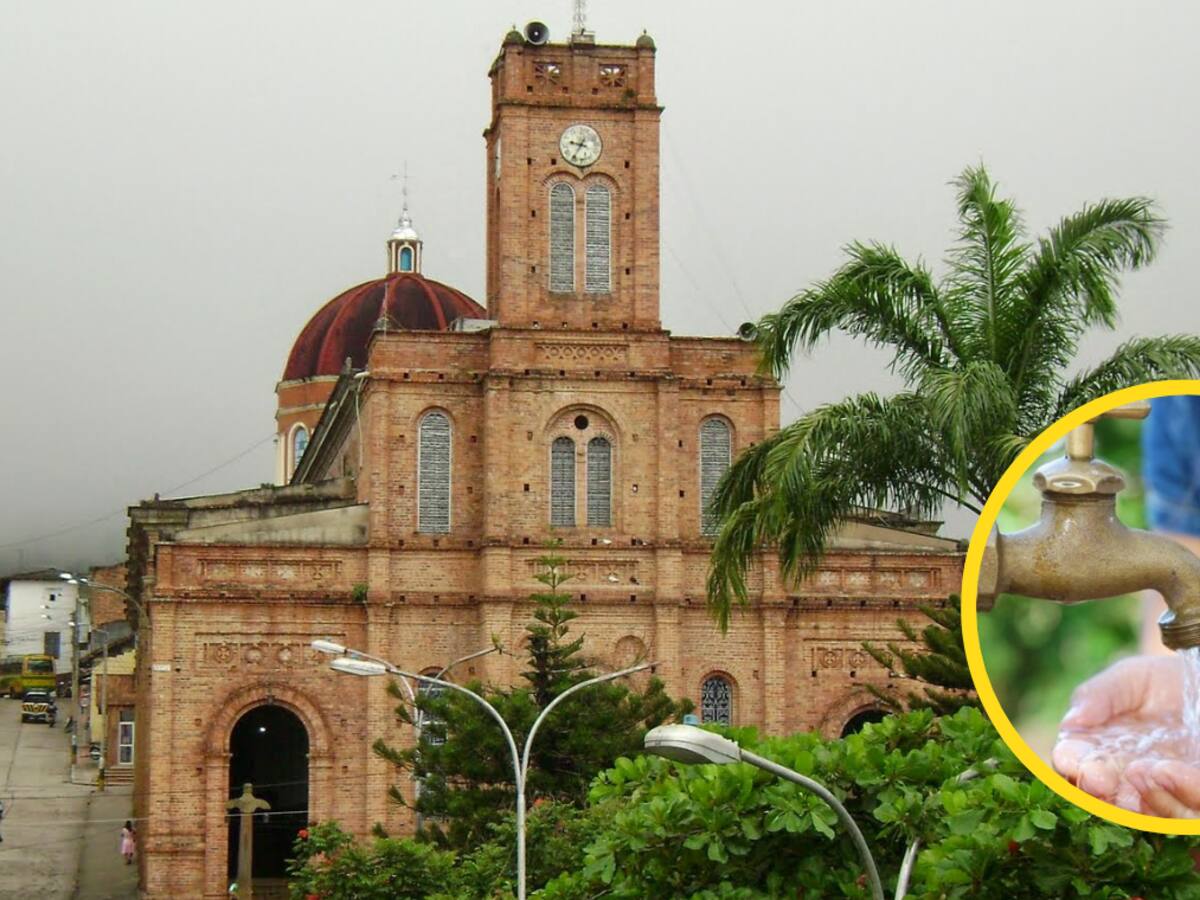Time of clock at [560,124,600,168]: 9:35
